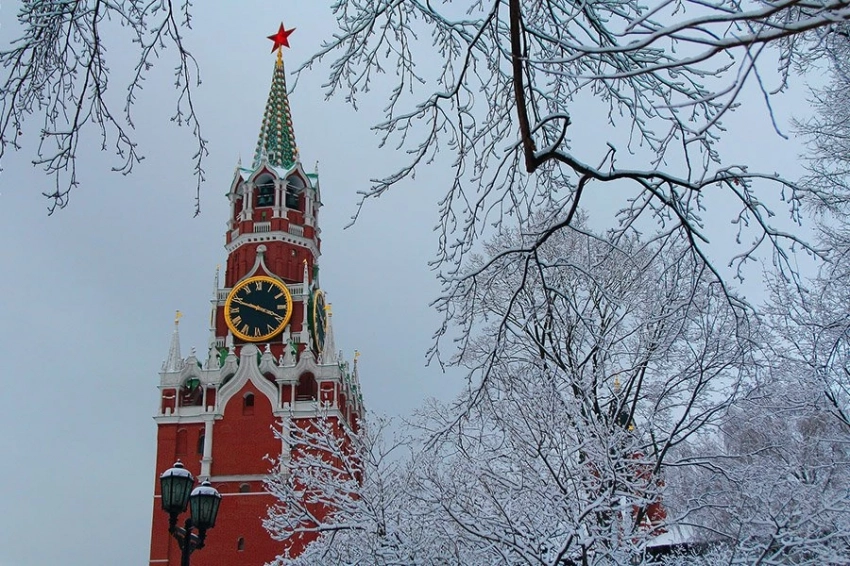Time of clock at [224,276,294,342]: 3:48
